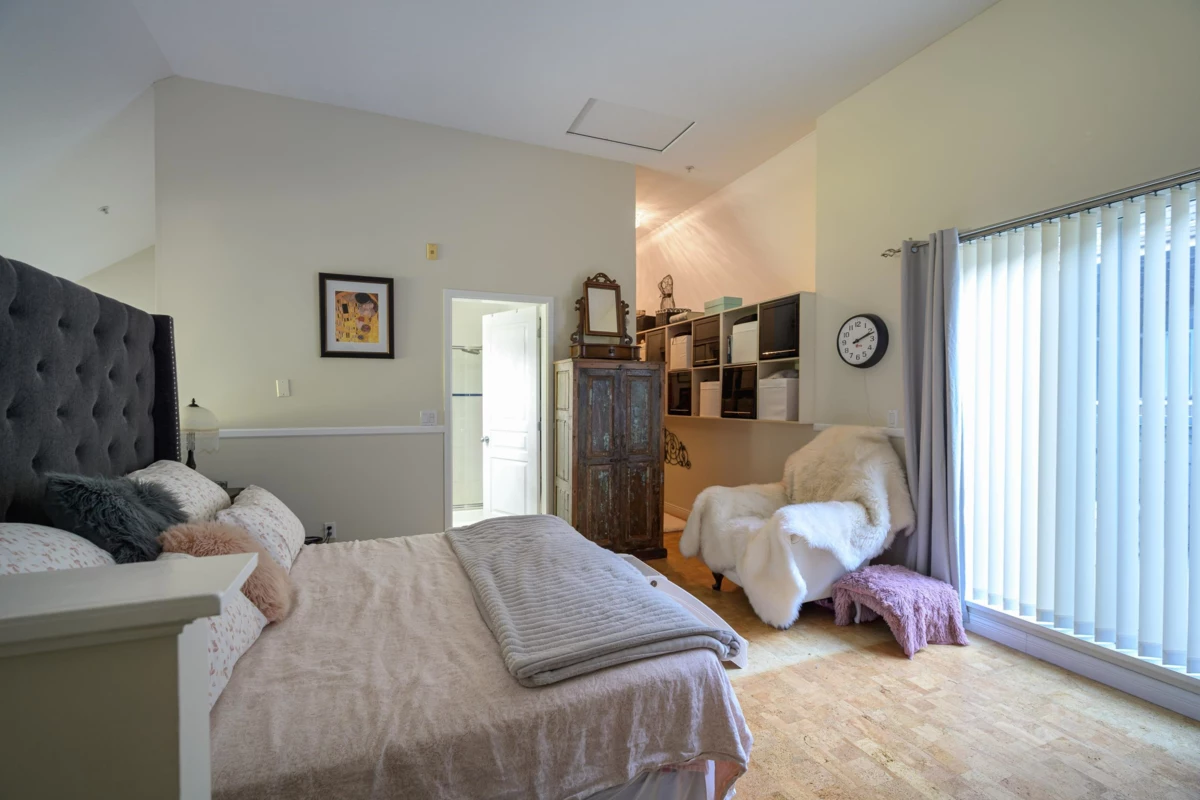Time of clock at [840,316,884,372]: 2:11
